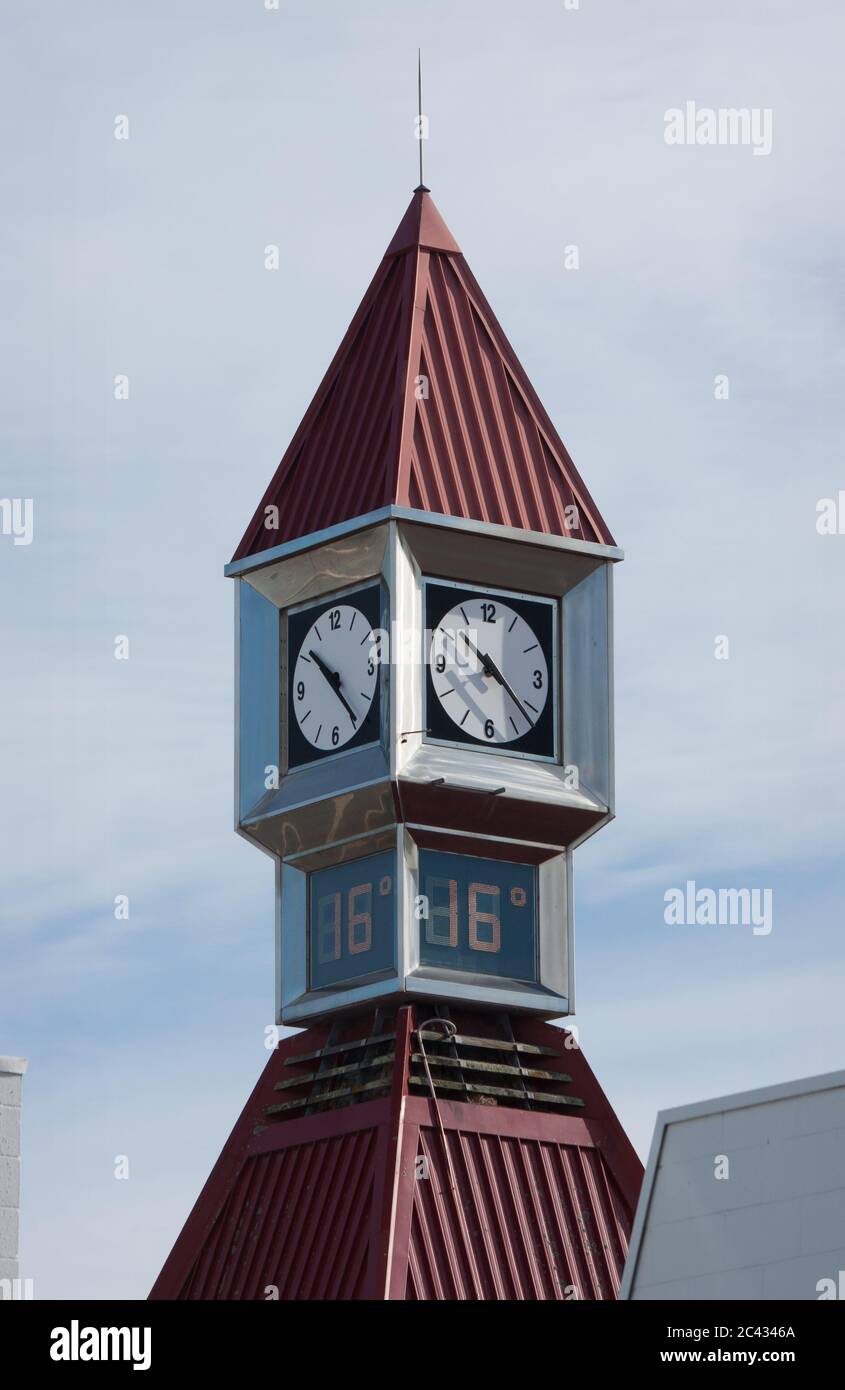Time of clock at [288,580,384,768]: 10:22
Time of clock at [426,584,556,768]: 10:22
